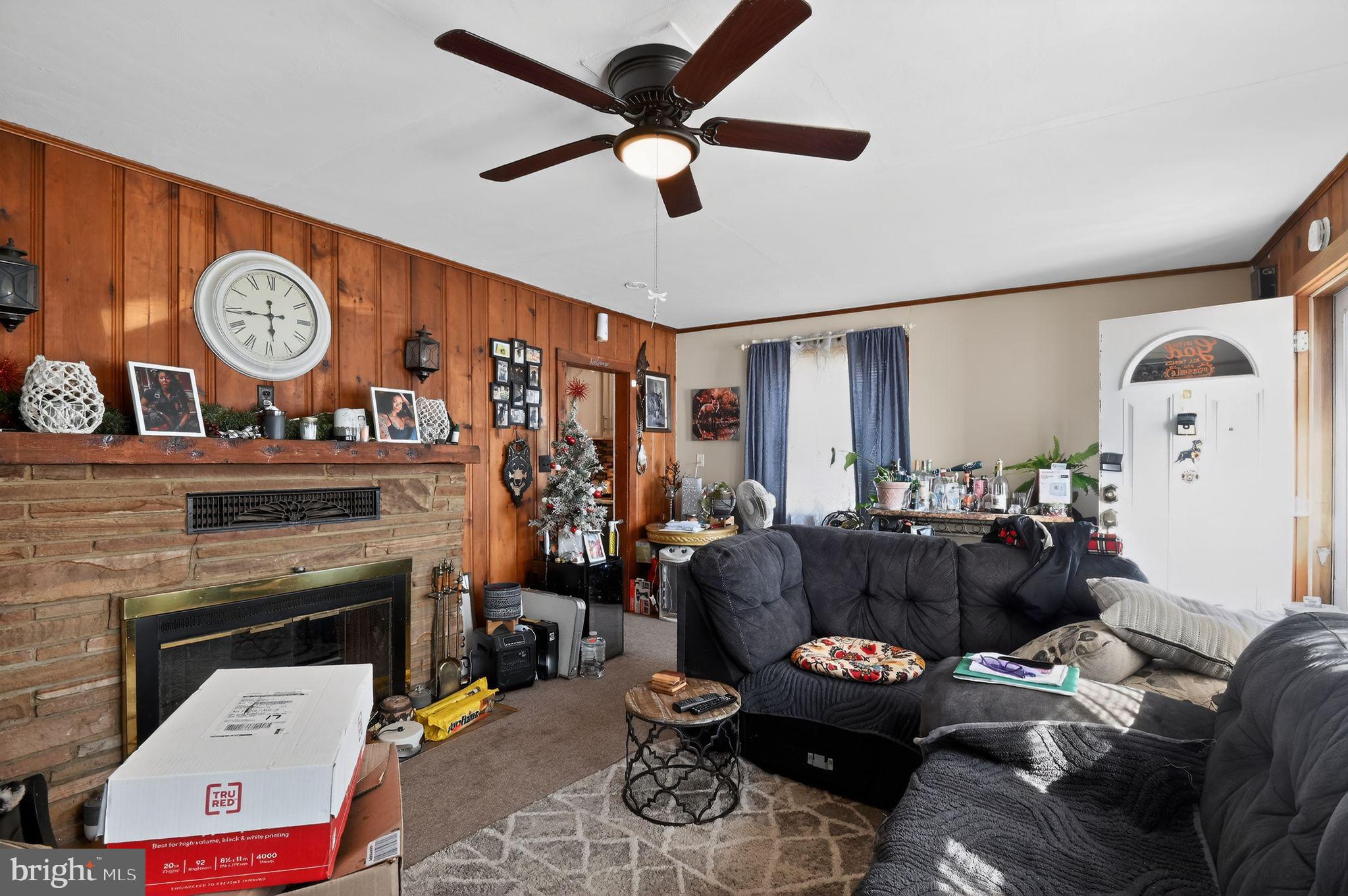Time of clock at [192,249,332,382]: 5:44
